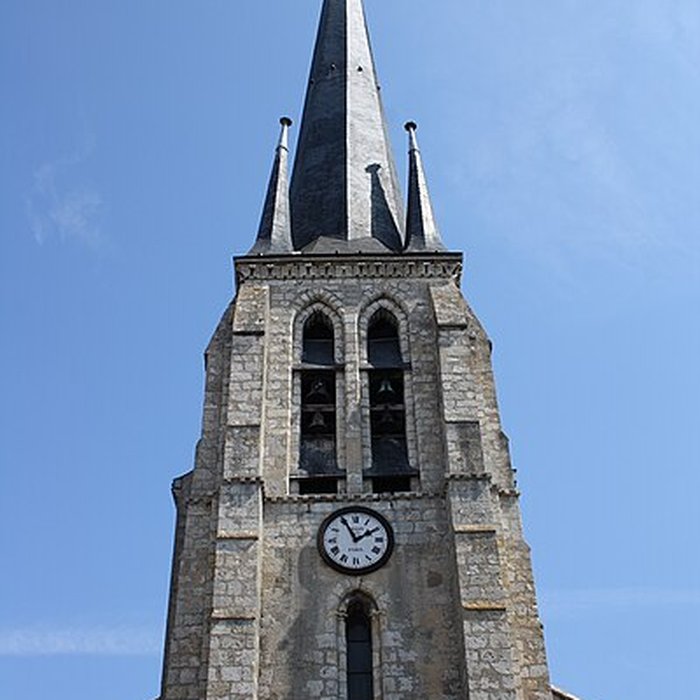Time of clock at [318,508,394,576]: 1:55
